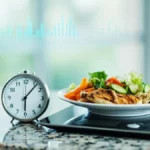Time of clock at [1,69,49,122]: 6:06
